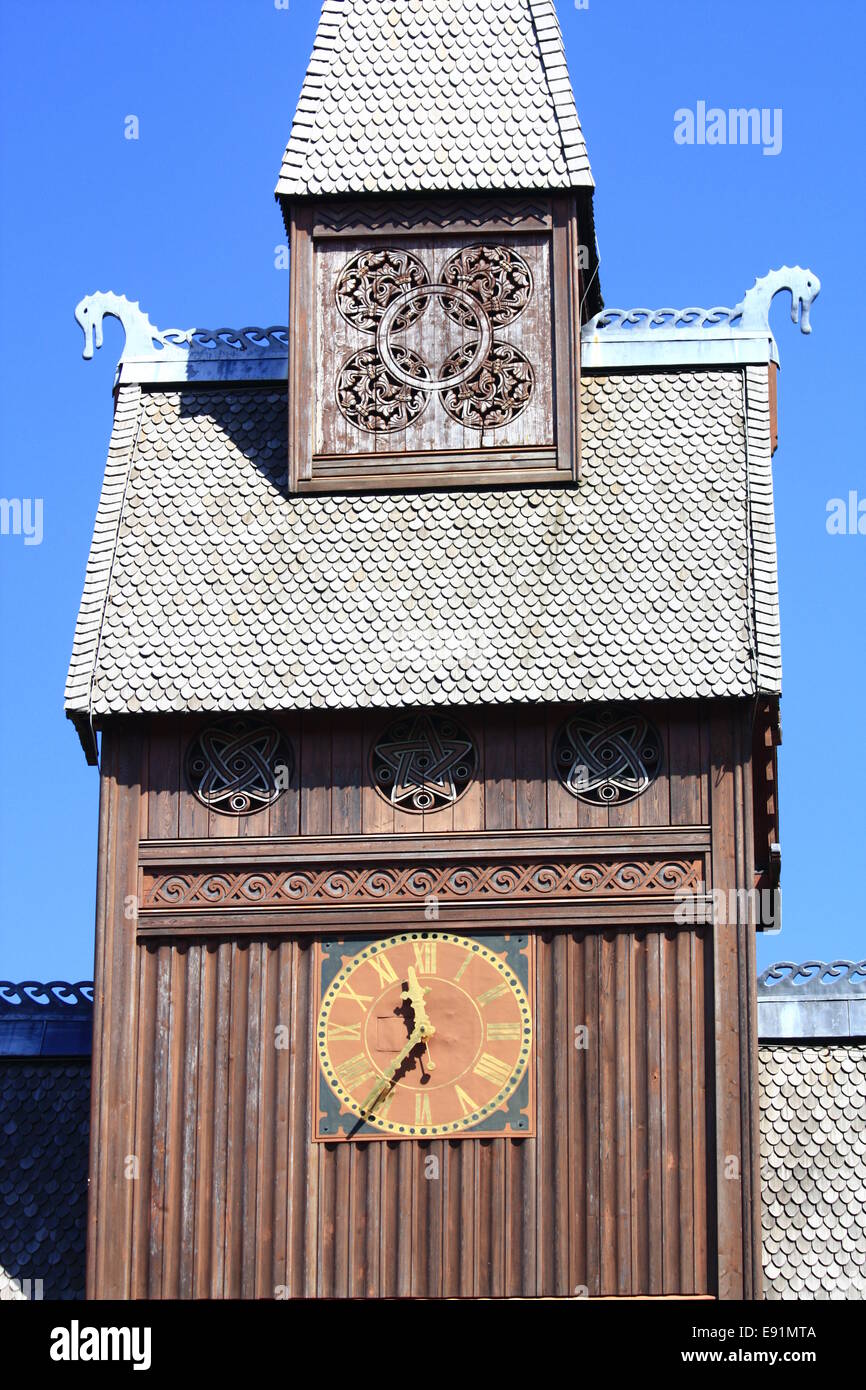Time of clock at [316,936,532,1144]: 11:35
